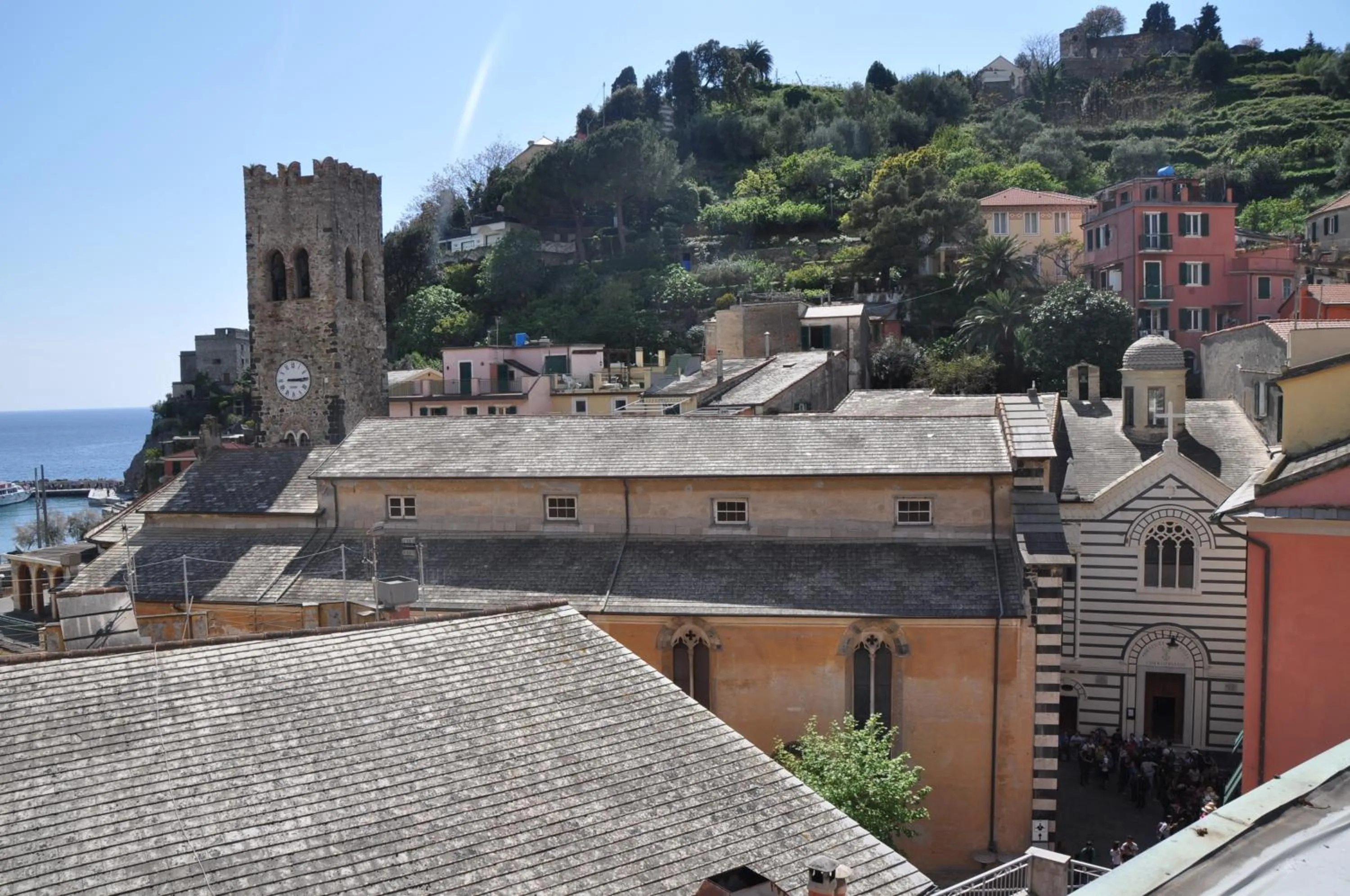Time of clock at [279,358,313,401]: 3:14
